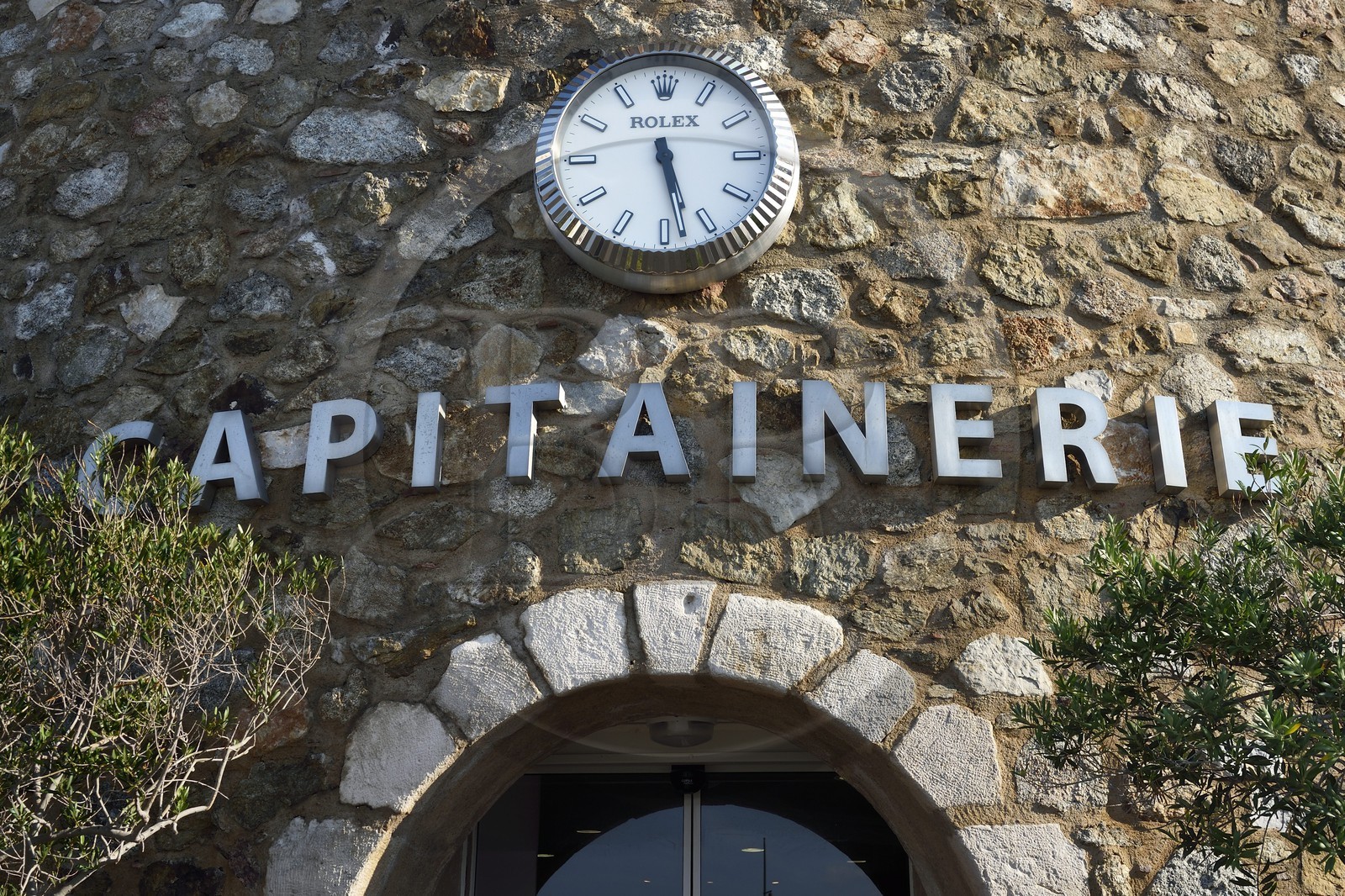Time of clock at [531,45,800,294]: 5:28
